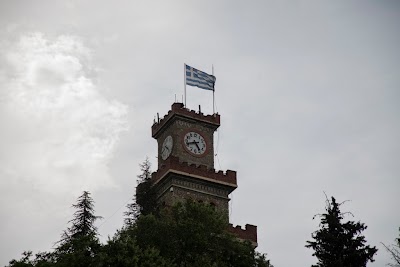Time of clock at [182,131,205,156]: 4:42
